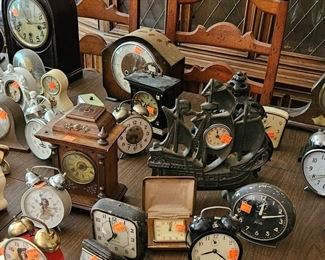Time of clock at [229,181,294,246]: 12:12
